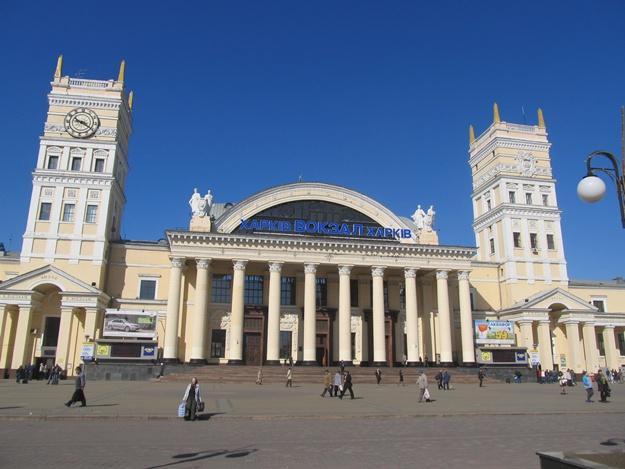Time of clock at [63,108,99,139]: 3:20
